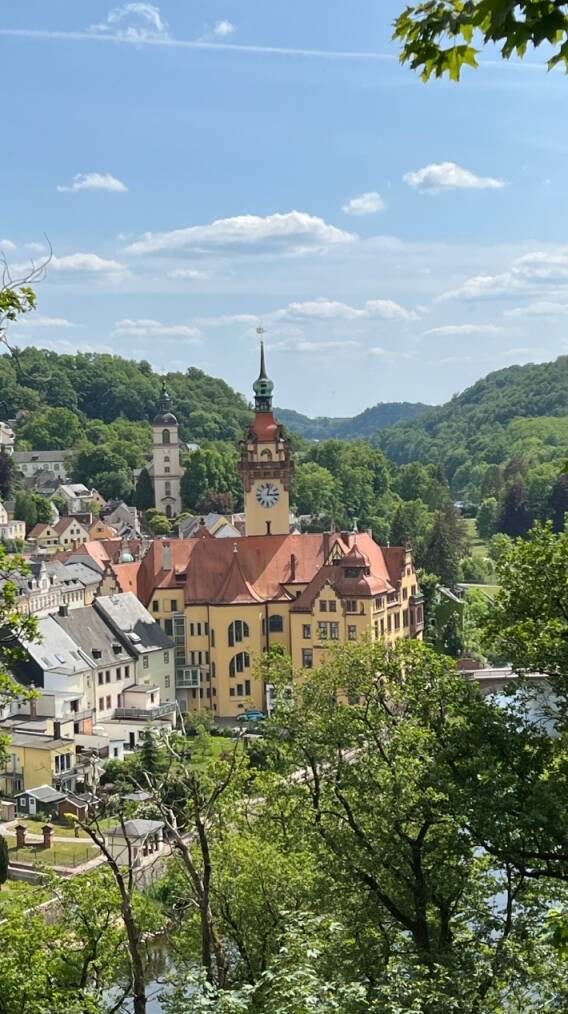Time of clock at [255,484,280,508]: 3:02
